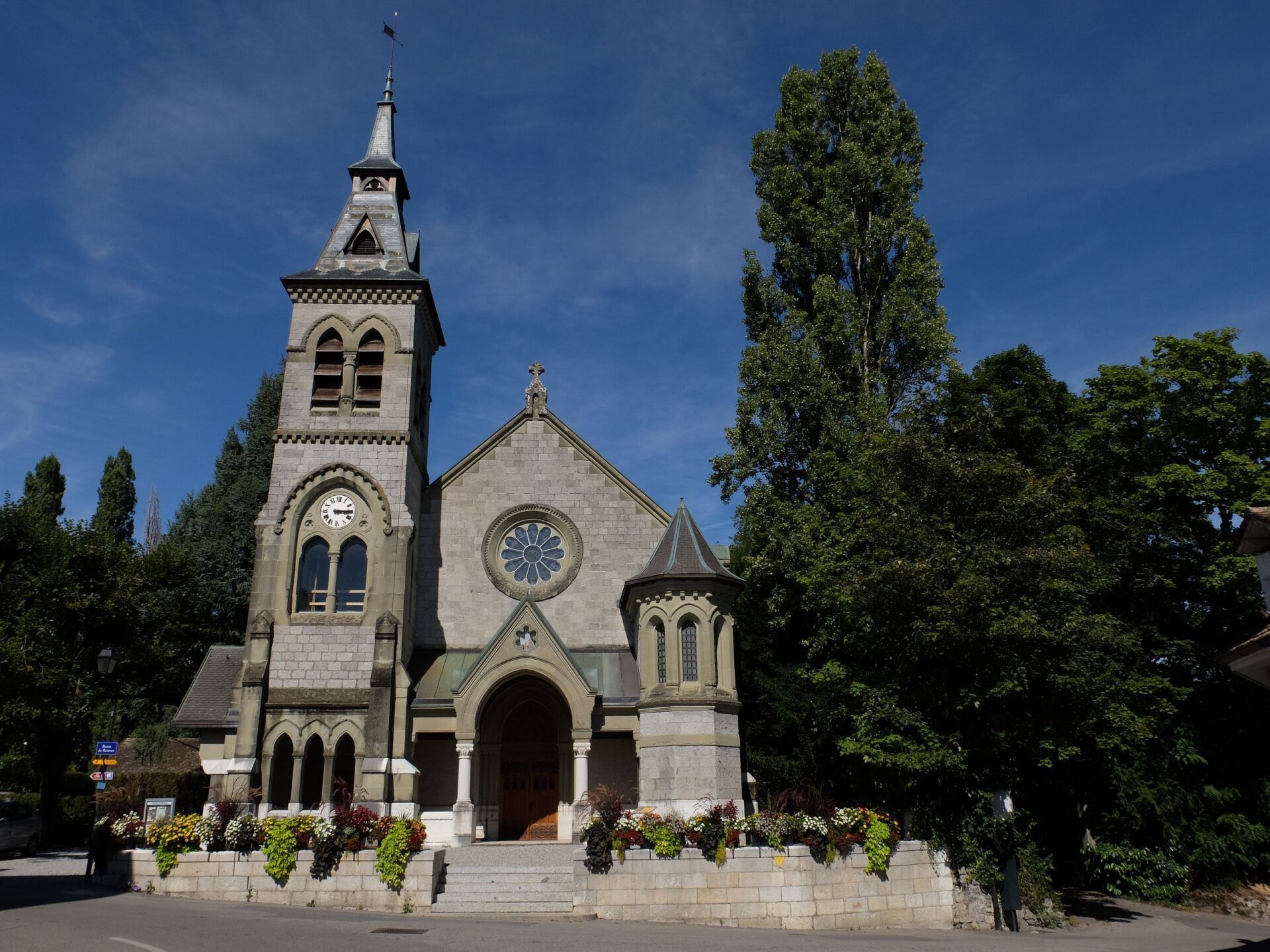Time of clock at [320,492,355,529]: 3:14
